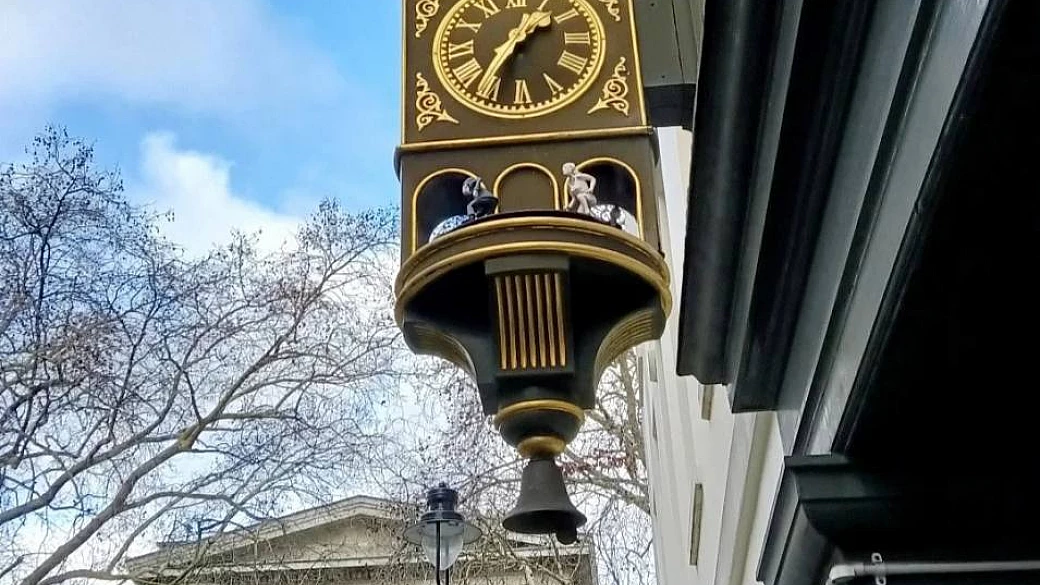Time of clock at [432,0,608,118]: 1:36
